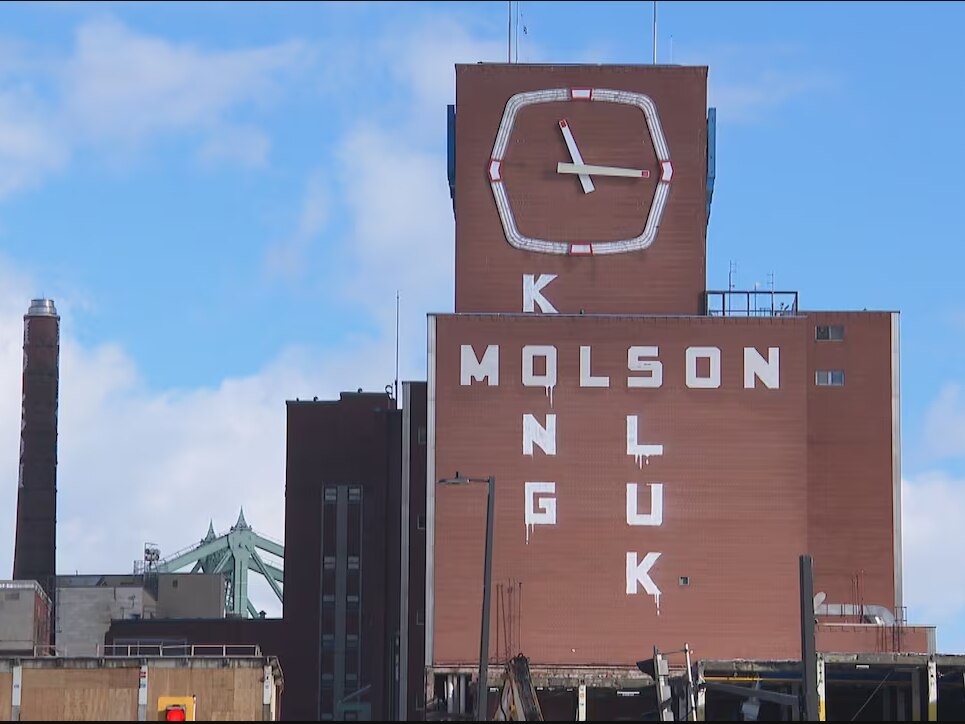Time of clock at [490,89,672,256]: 11:15
